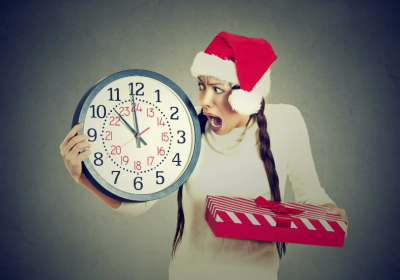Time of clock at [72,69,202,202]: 11:52
